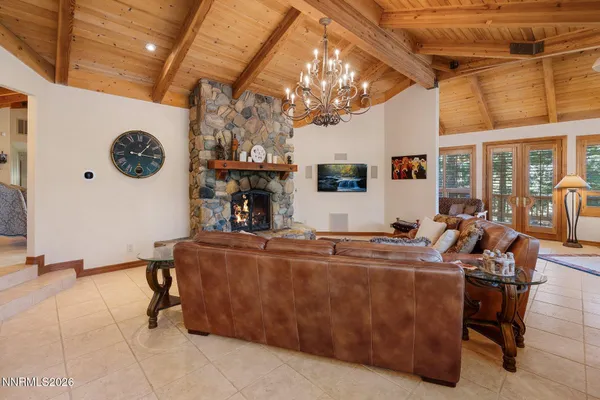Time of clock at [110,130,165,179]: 1:16
